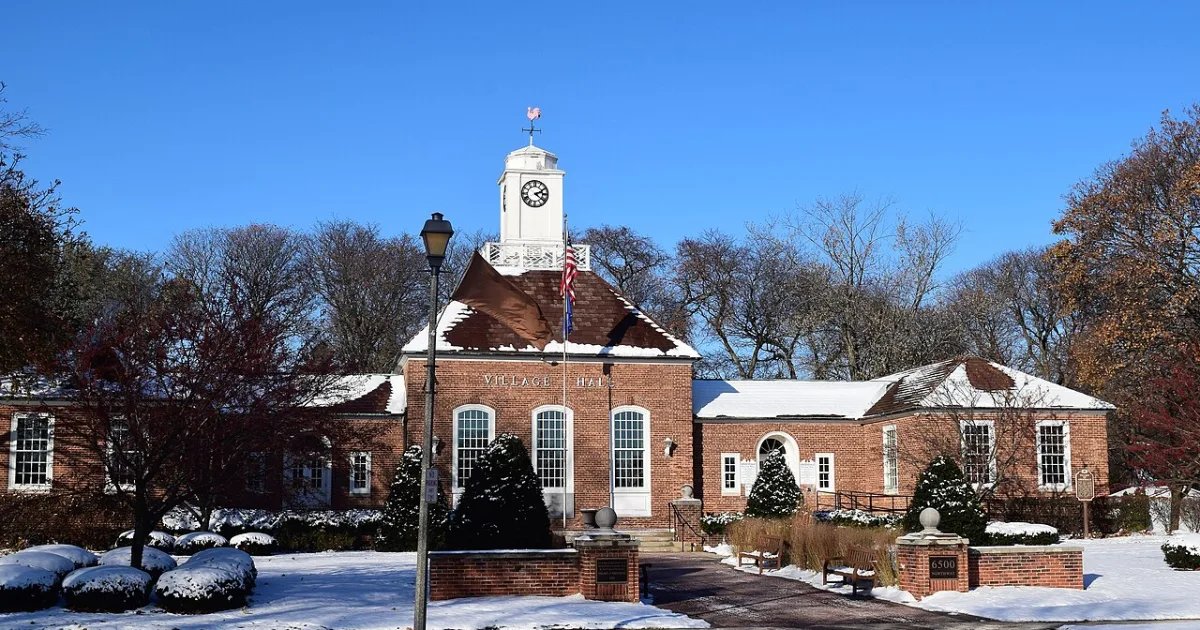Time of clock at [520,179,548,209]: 2:21
